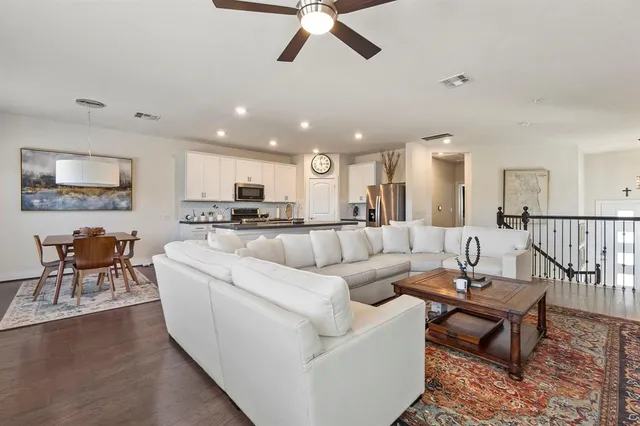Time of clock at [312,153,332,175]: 2:58
